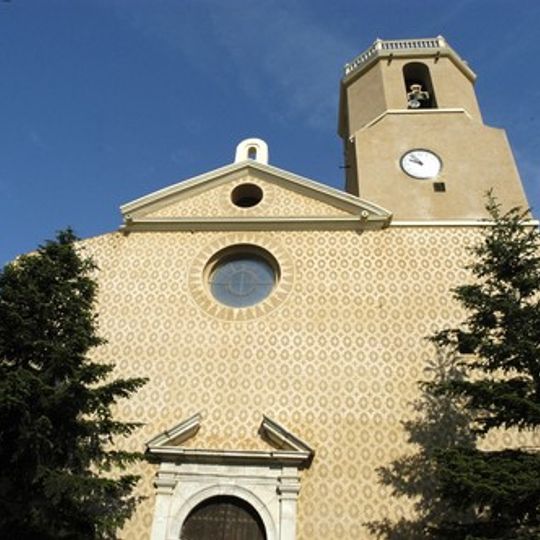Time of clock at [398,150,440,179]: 9:53
